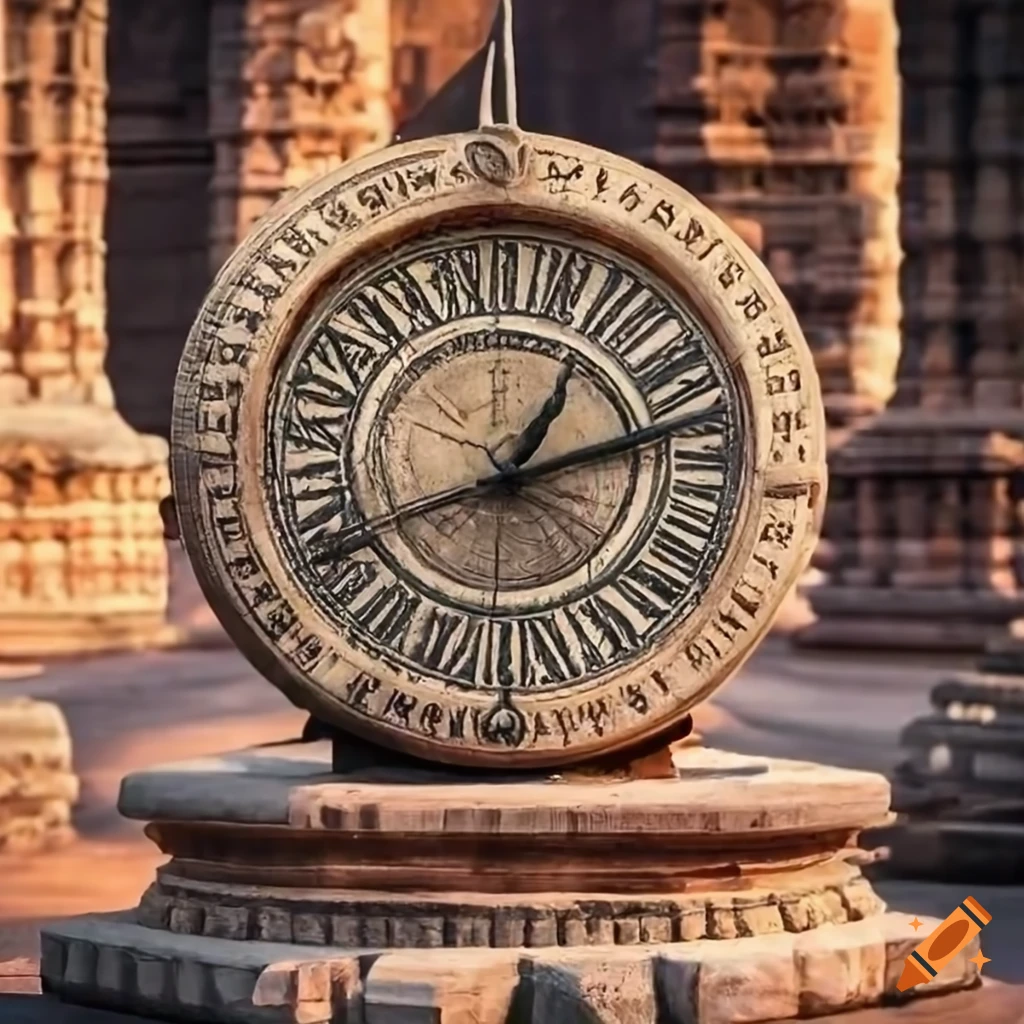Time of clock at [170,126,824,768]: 1:11
